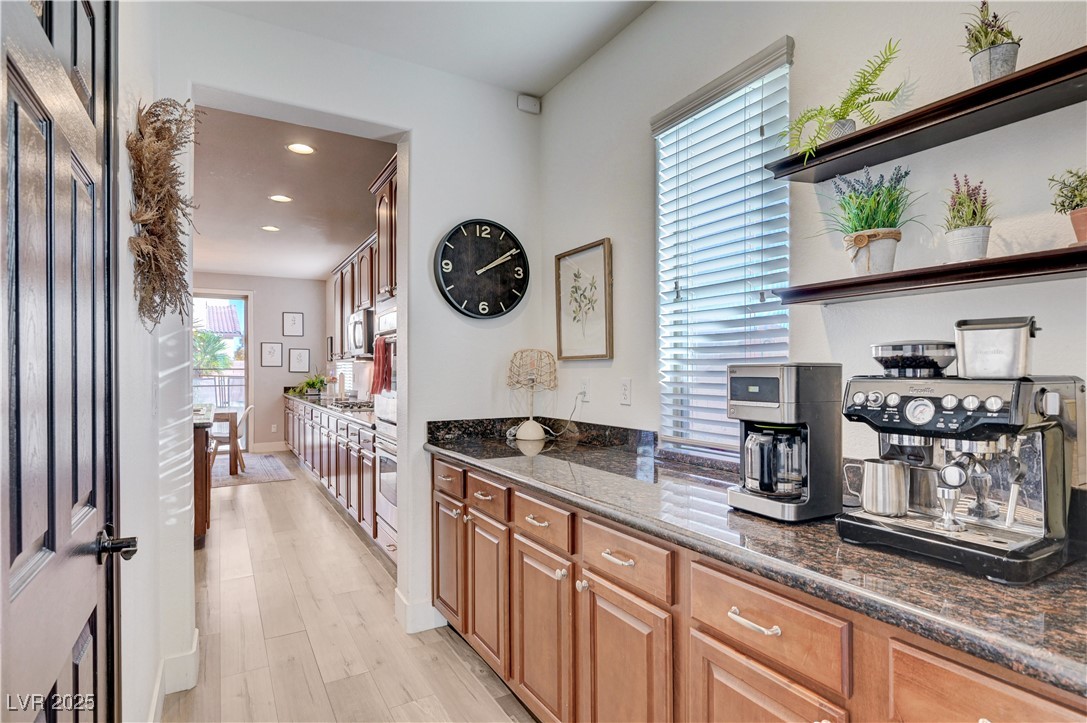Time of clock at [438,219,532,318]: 2:09
